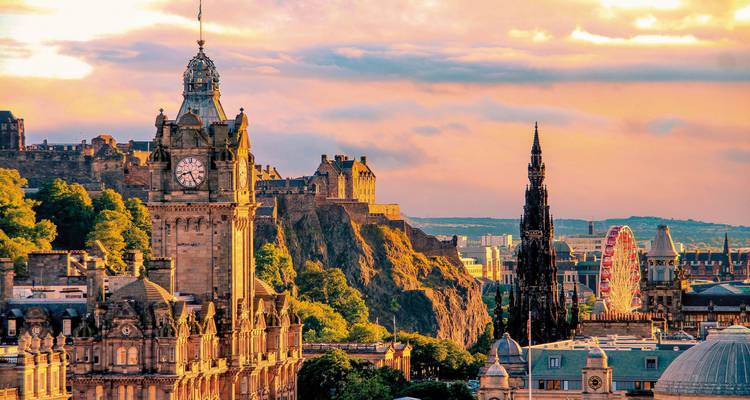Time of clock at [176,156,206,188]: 8:26
